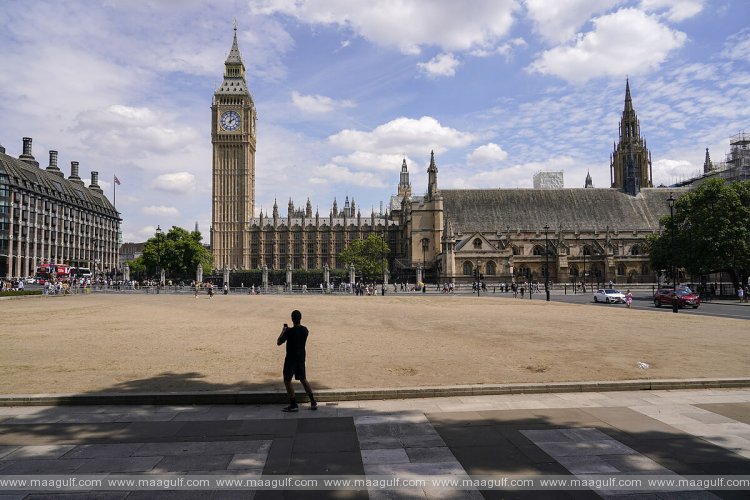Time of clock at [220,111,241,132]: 2:00
